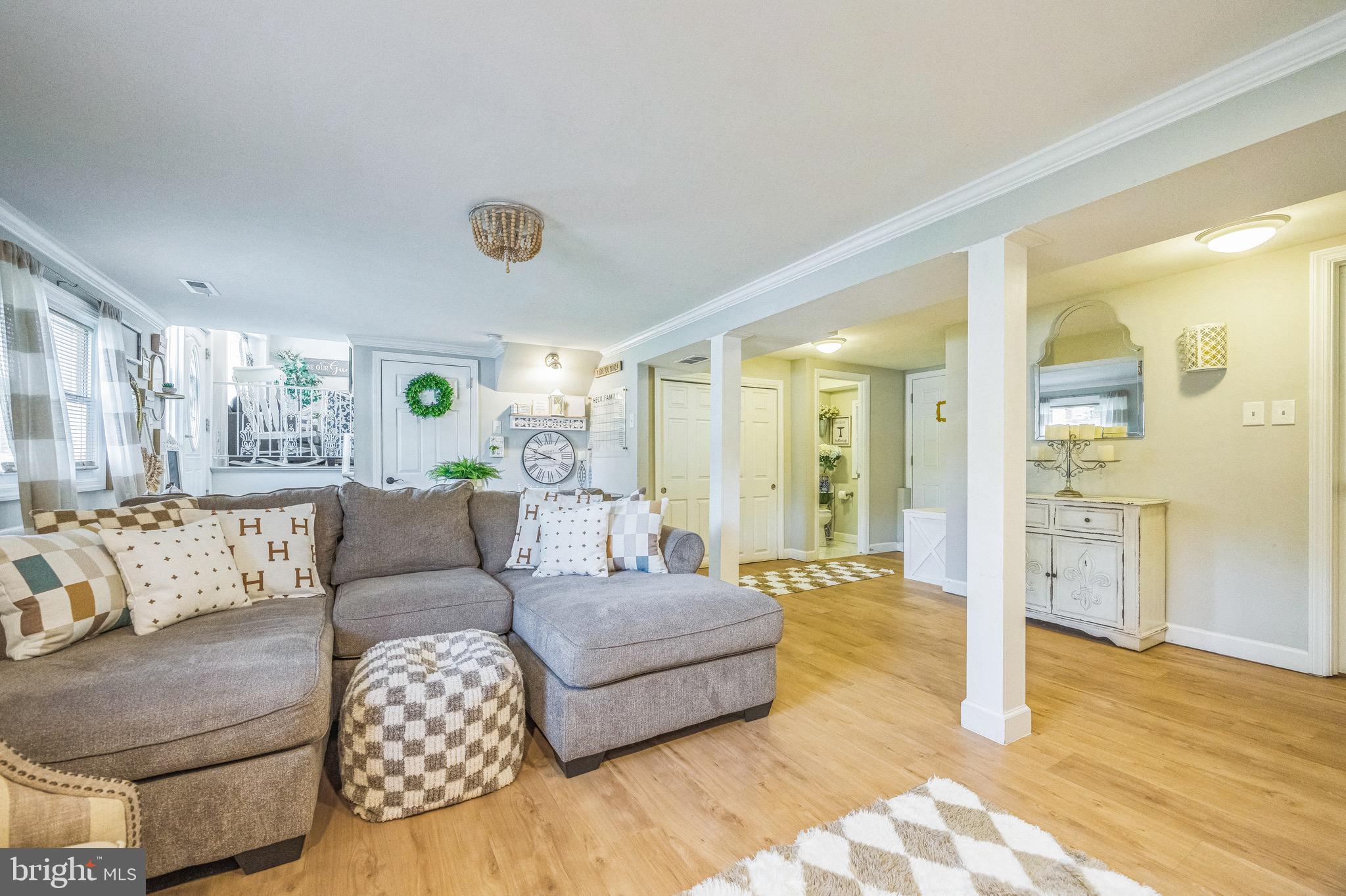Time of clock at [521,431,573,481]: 8:49
